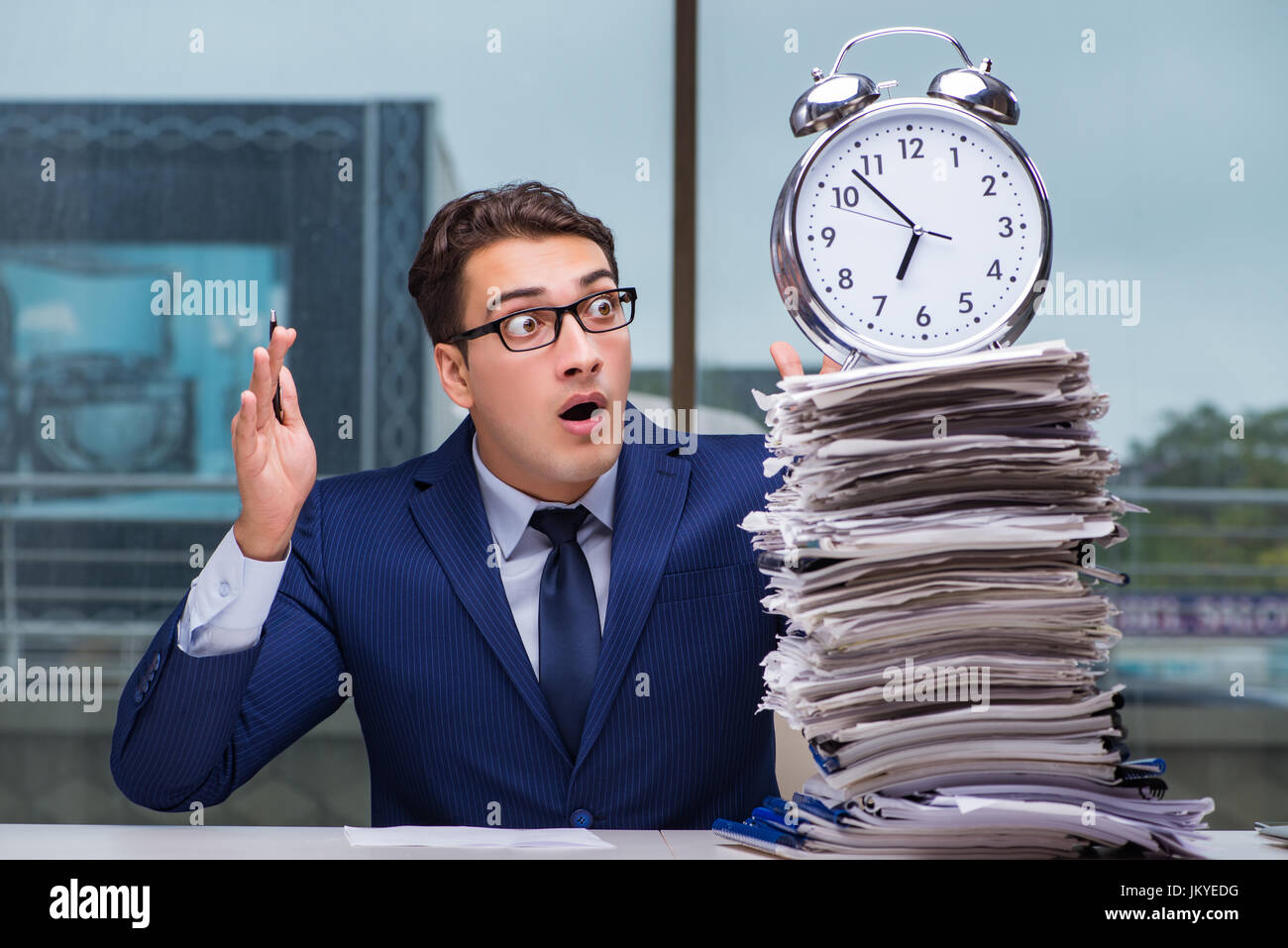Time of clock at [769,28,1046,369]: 6:52
